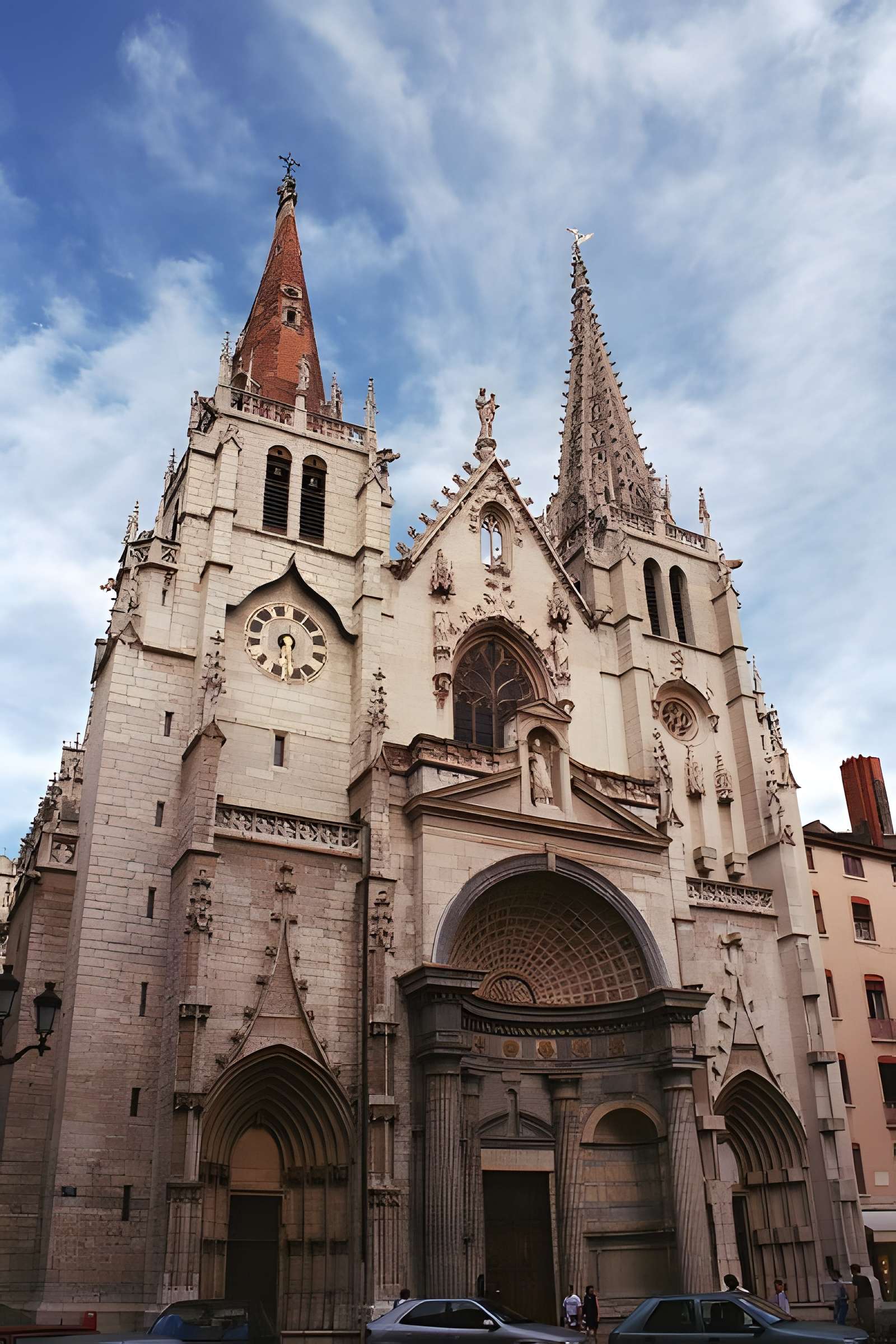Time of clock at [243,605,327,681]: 6:29
